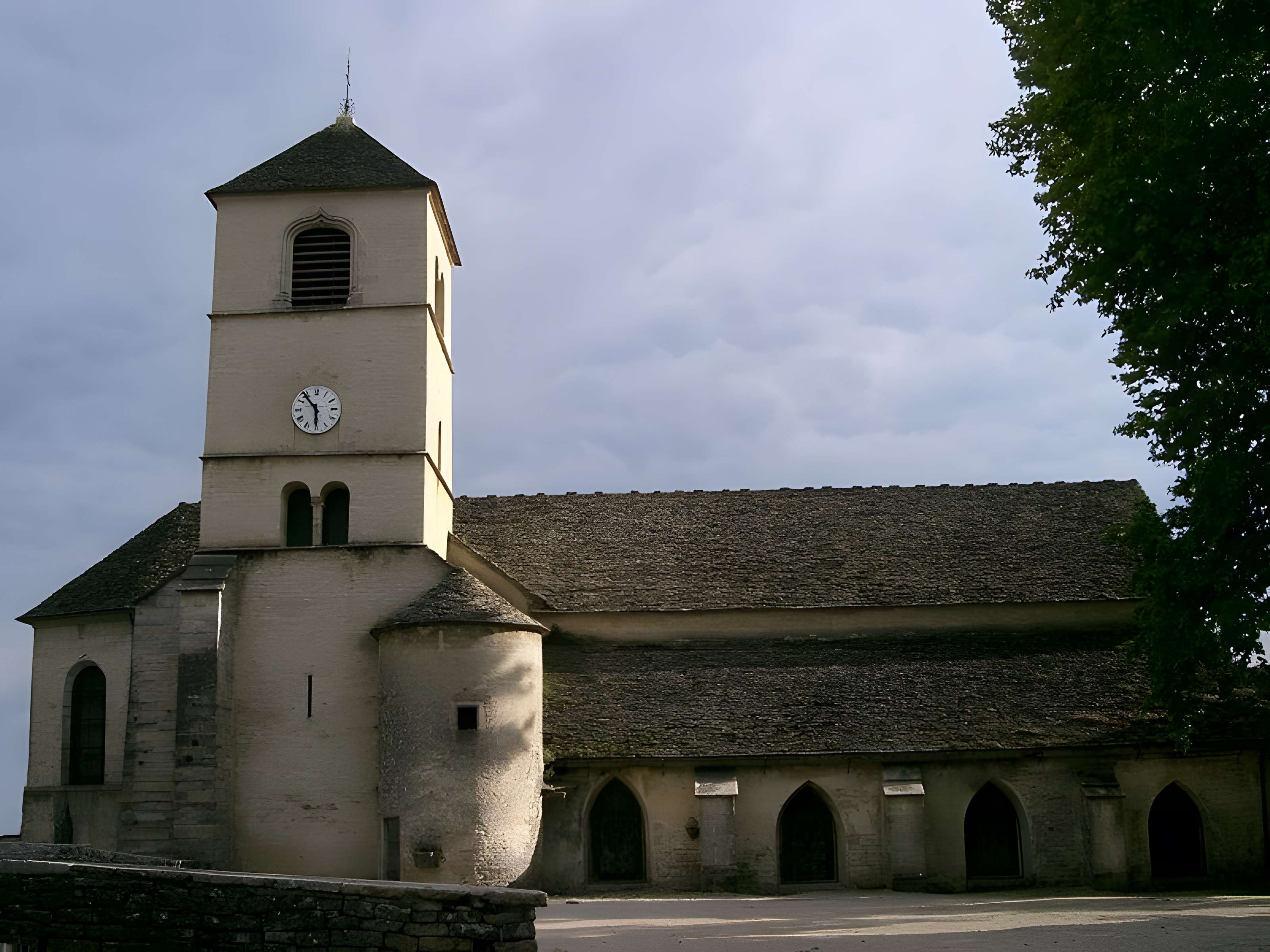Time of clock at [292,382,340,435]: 5:53
